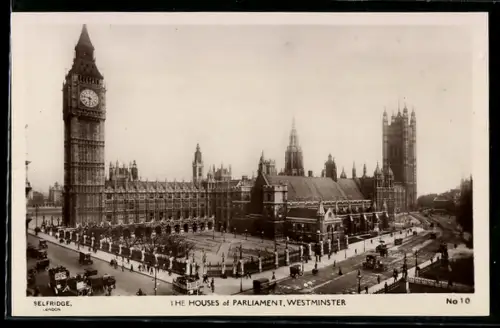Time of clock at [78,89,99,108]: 5:46
